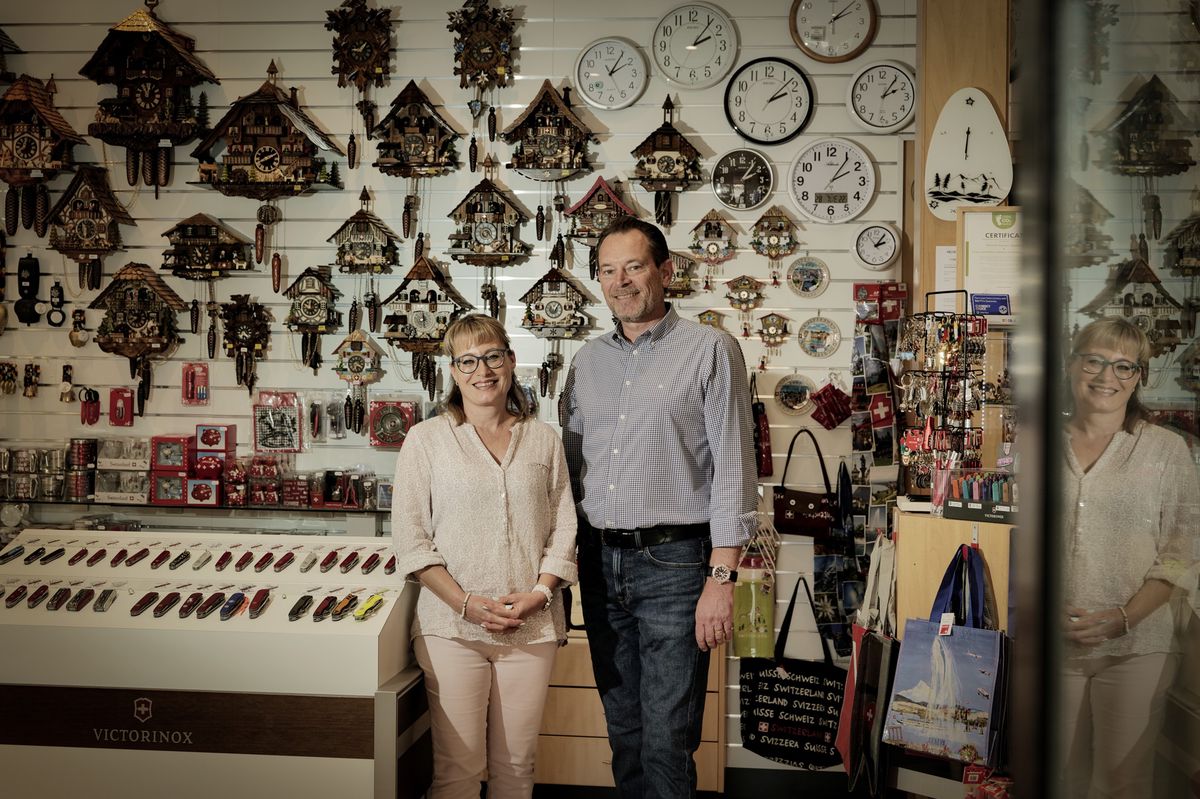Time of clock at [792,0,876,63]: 2:07
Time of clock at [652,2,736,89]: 2:06
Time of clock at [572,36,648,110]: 2:05
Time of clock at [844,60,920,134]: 2:06
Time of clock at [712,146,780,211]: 2:06
